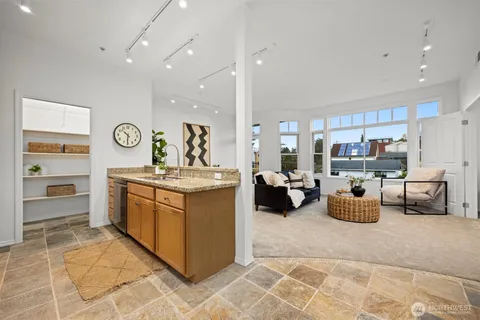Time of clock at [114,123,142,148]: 10:30
